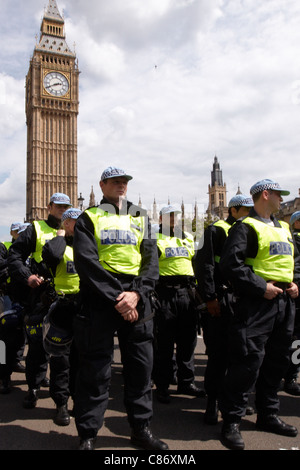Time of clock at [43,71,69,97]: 2:40
